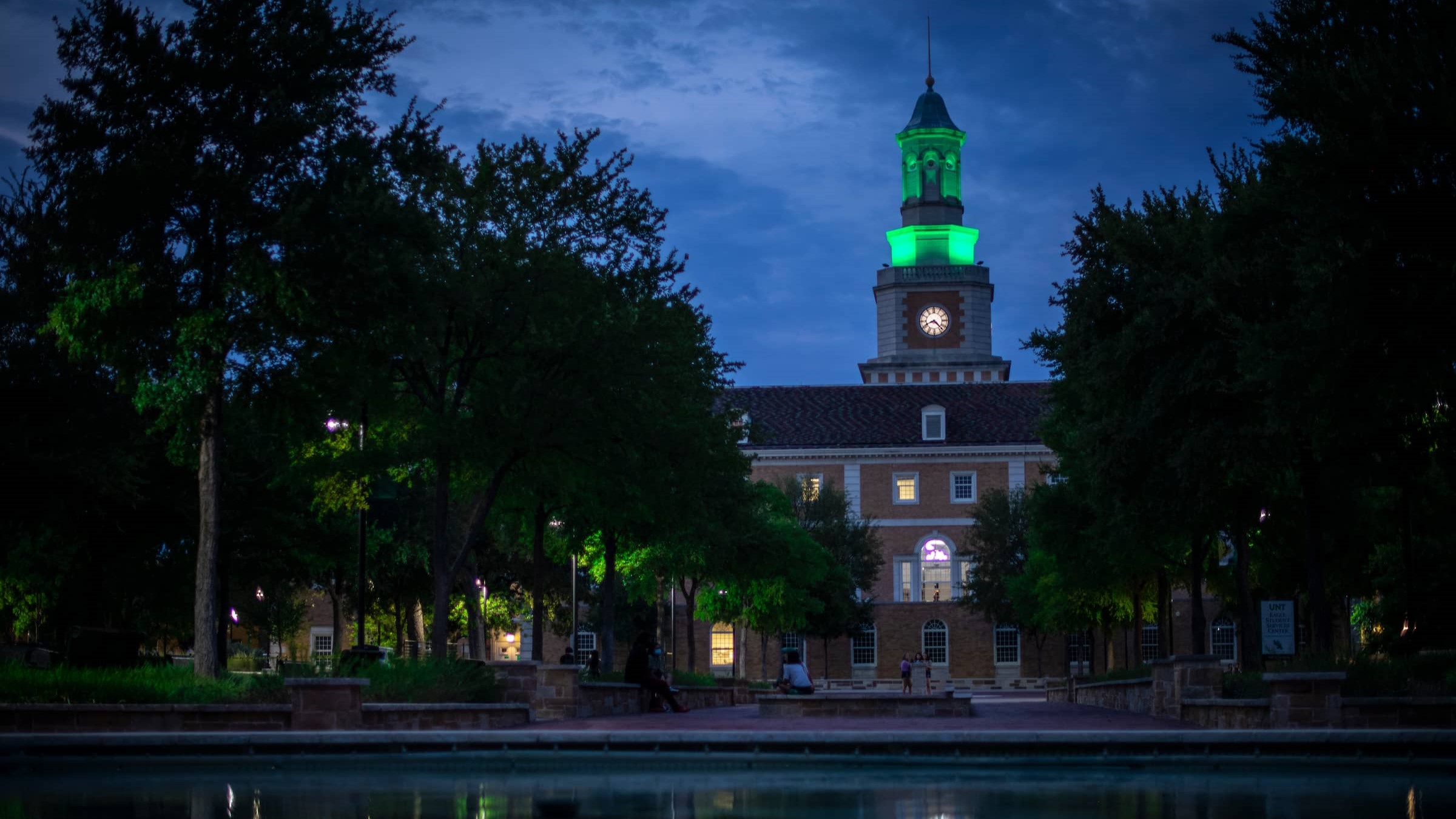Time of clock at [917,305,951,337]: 8:22
